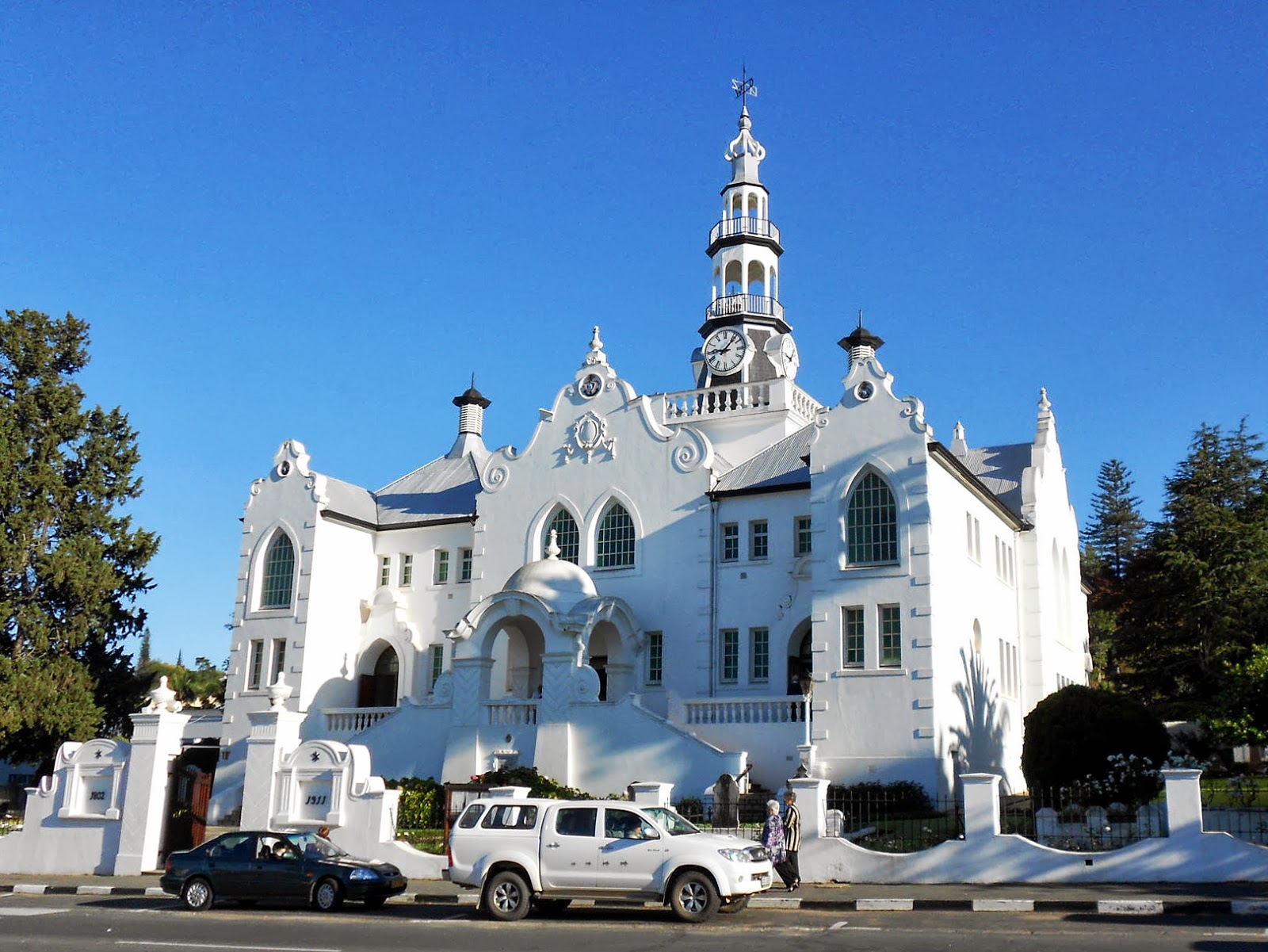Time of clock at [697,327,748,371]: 9:07
